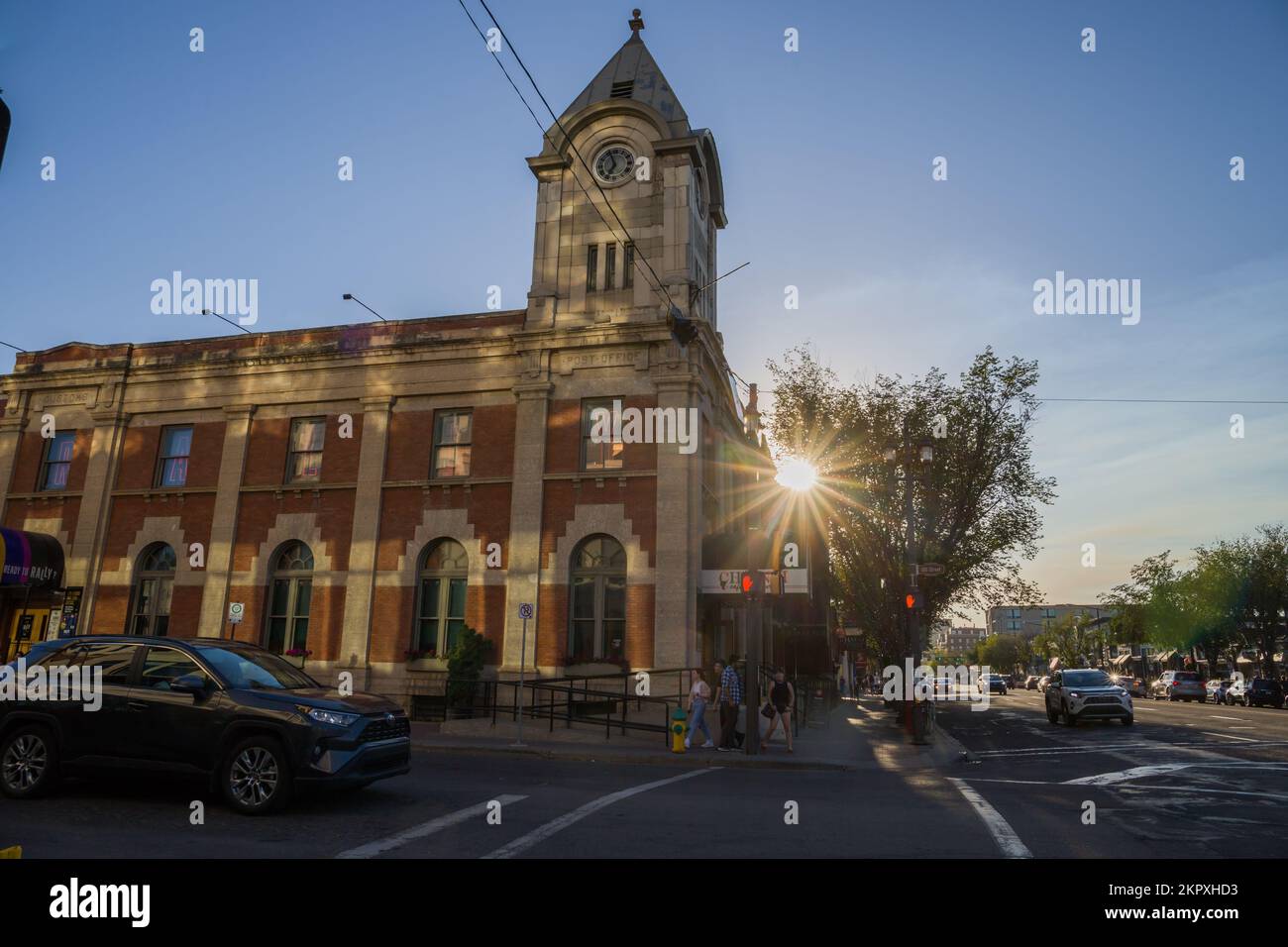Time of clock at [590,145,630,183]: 6:56
